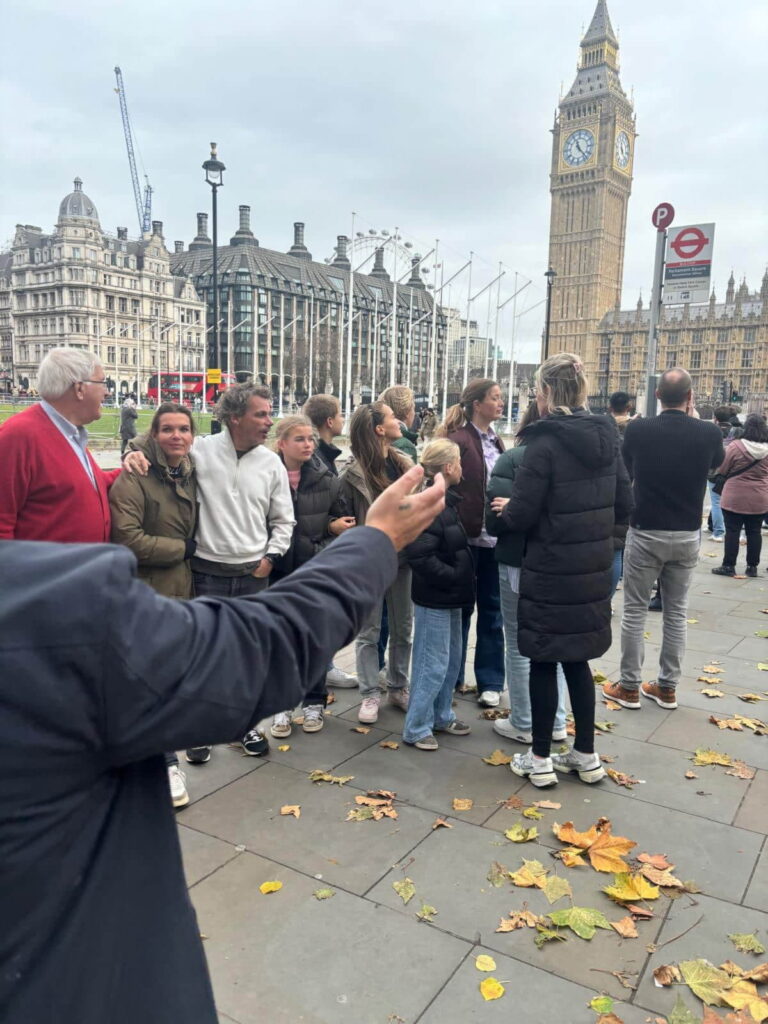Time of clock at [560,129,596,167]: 11:22
